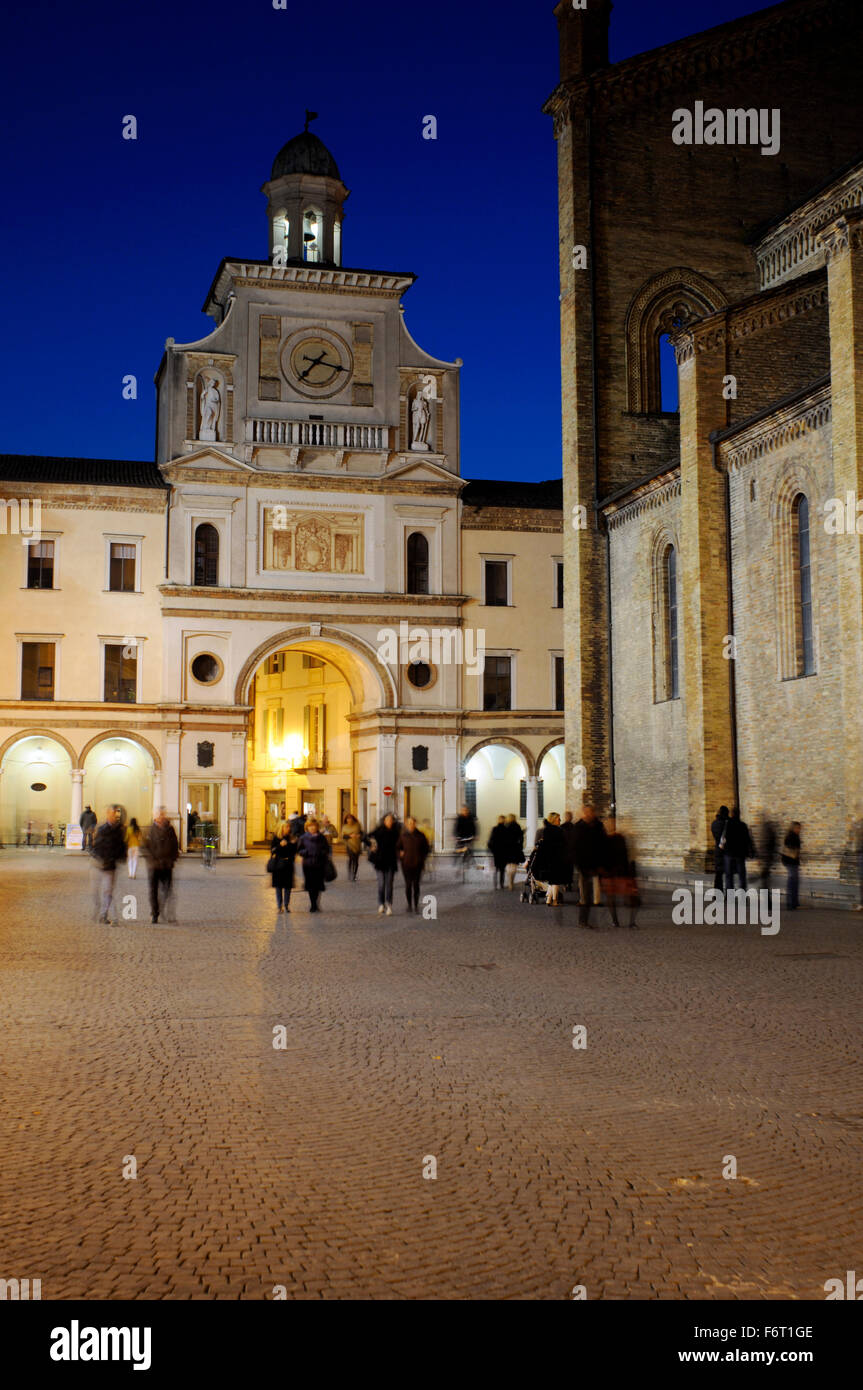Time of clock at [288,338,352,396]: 7:17
